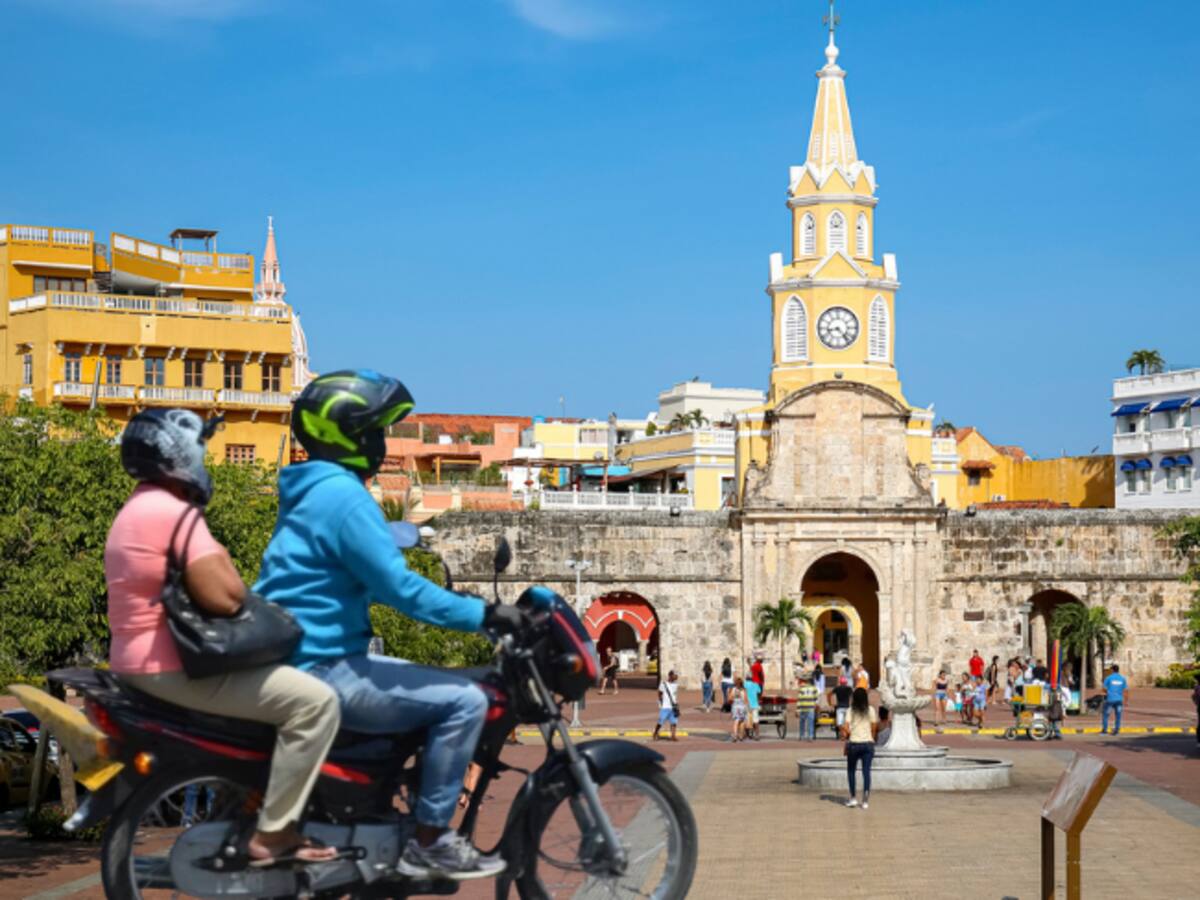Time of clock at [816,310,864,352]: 8:23
